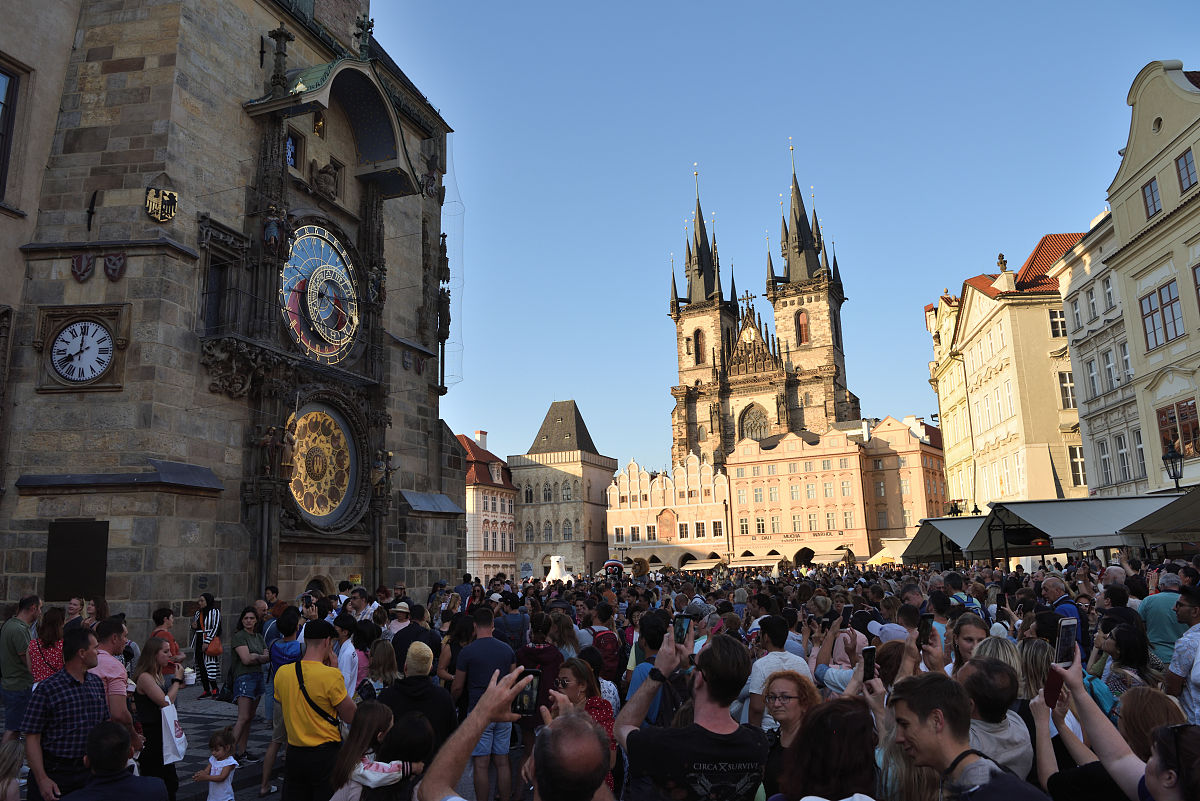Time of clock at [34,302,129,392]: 8:00
